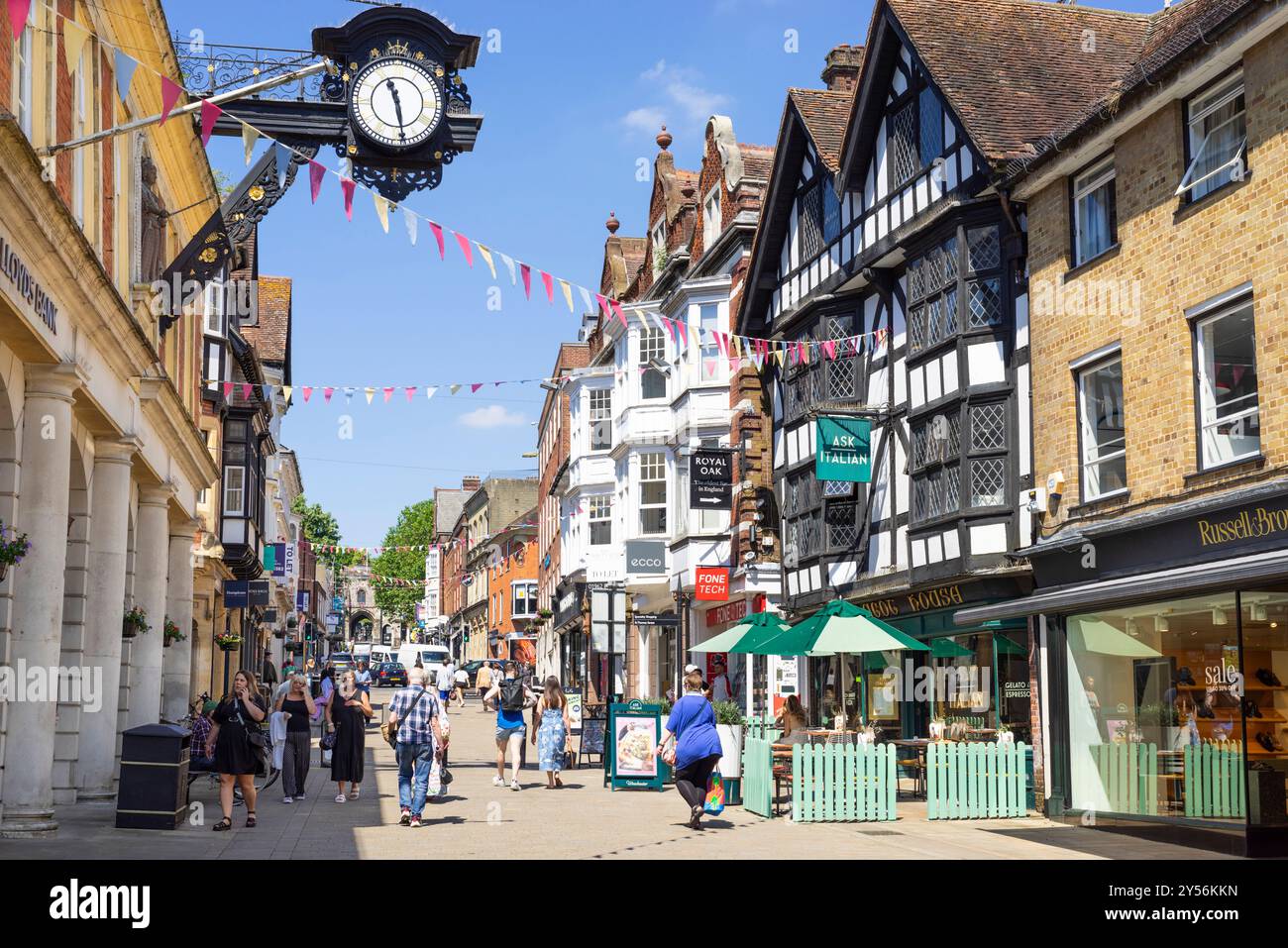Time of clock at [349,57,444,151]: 11:28
